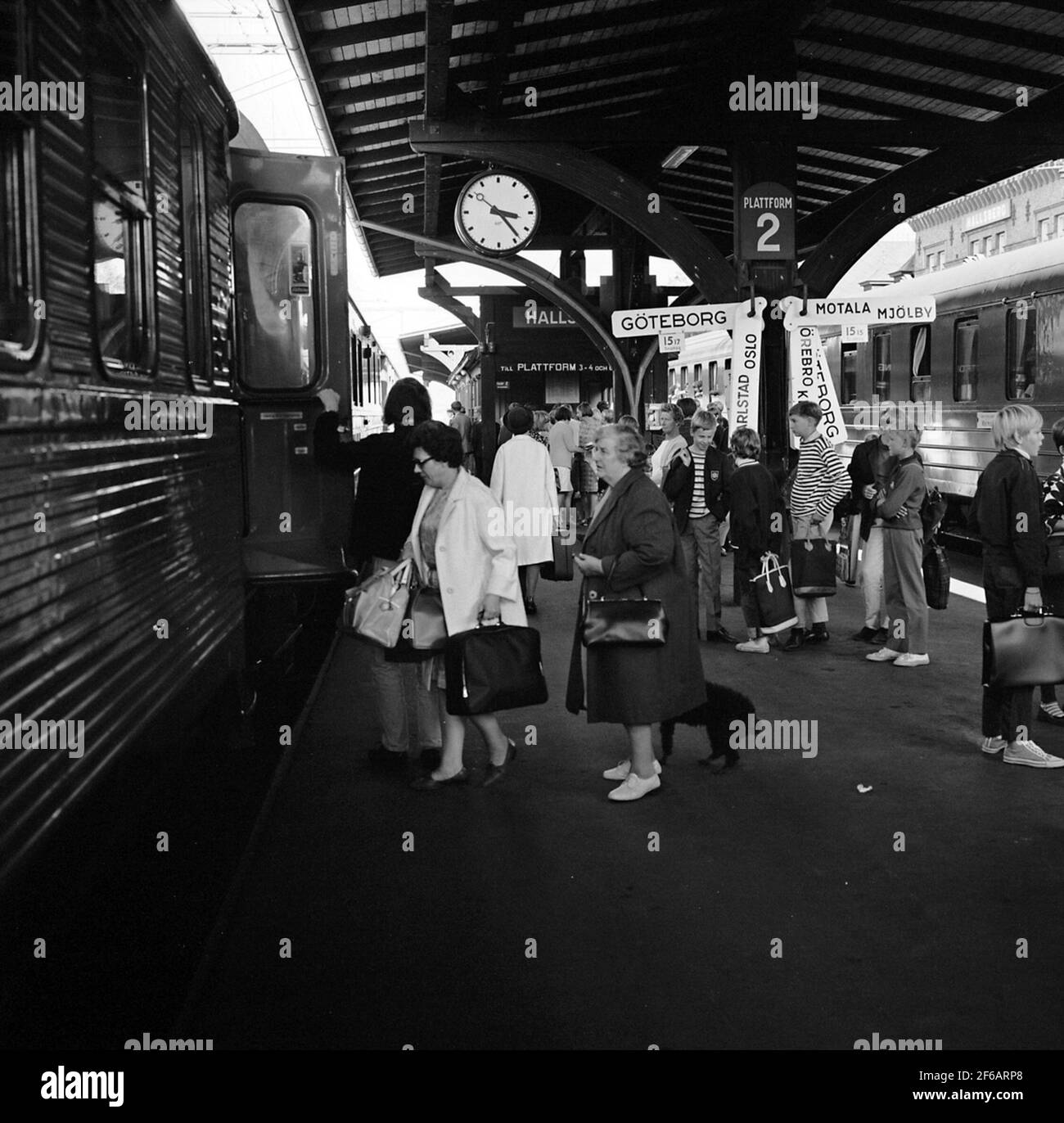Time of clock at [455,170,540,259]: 3:23
